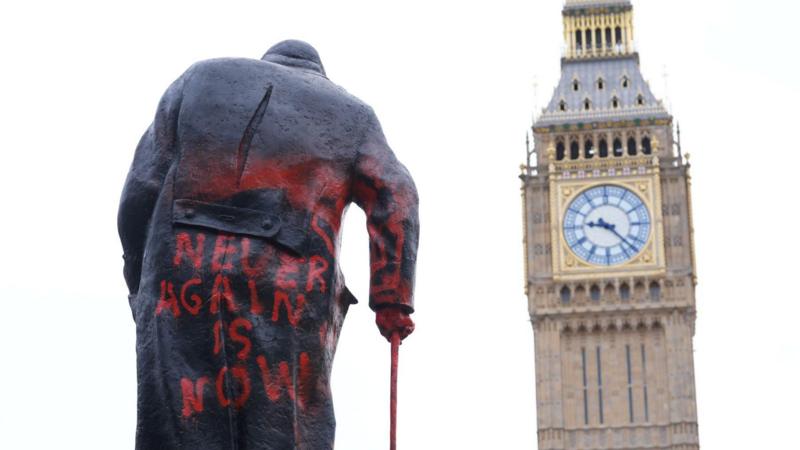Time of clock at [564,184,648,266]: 9:22
